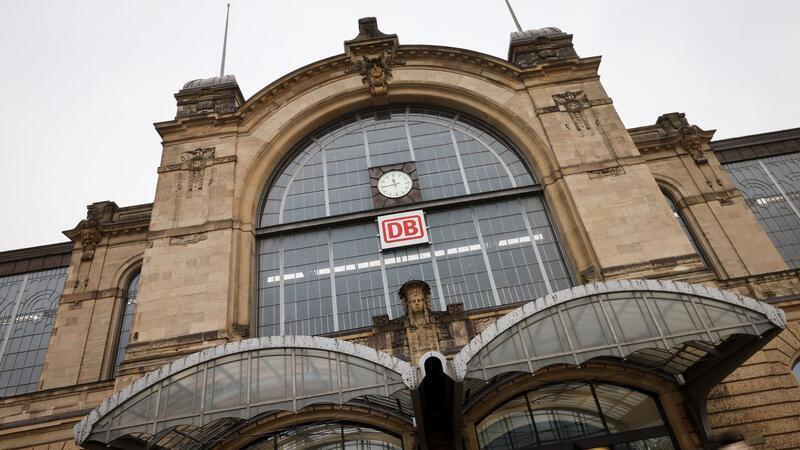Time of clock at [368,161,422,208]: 11:44
